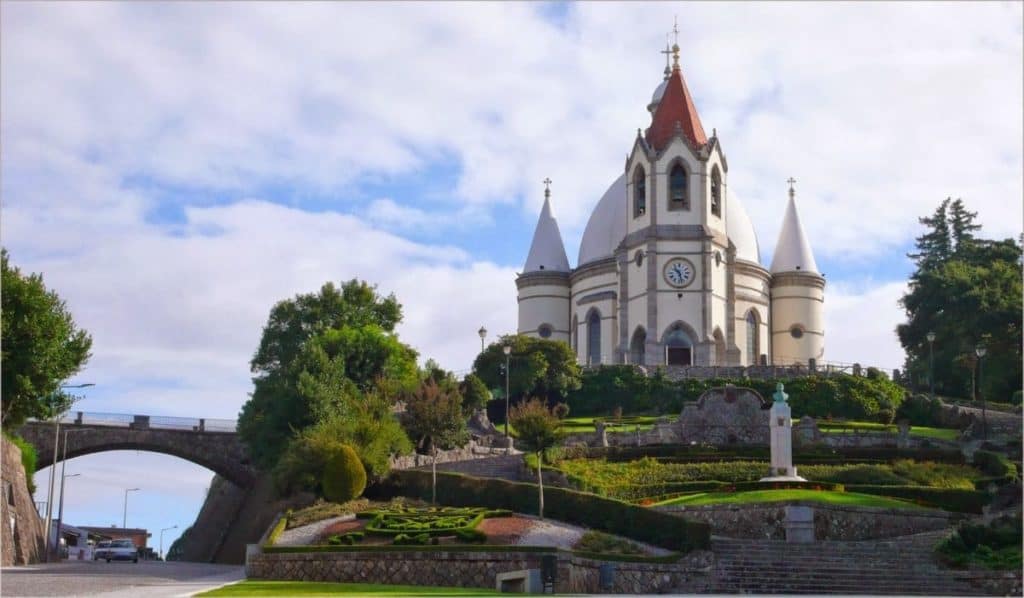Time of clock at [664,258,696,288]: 10:27
